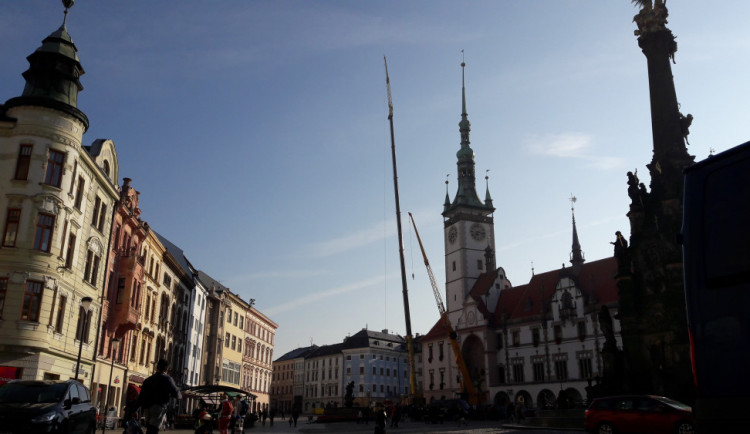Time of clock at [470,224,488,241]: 7:15
